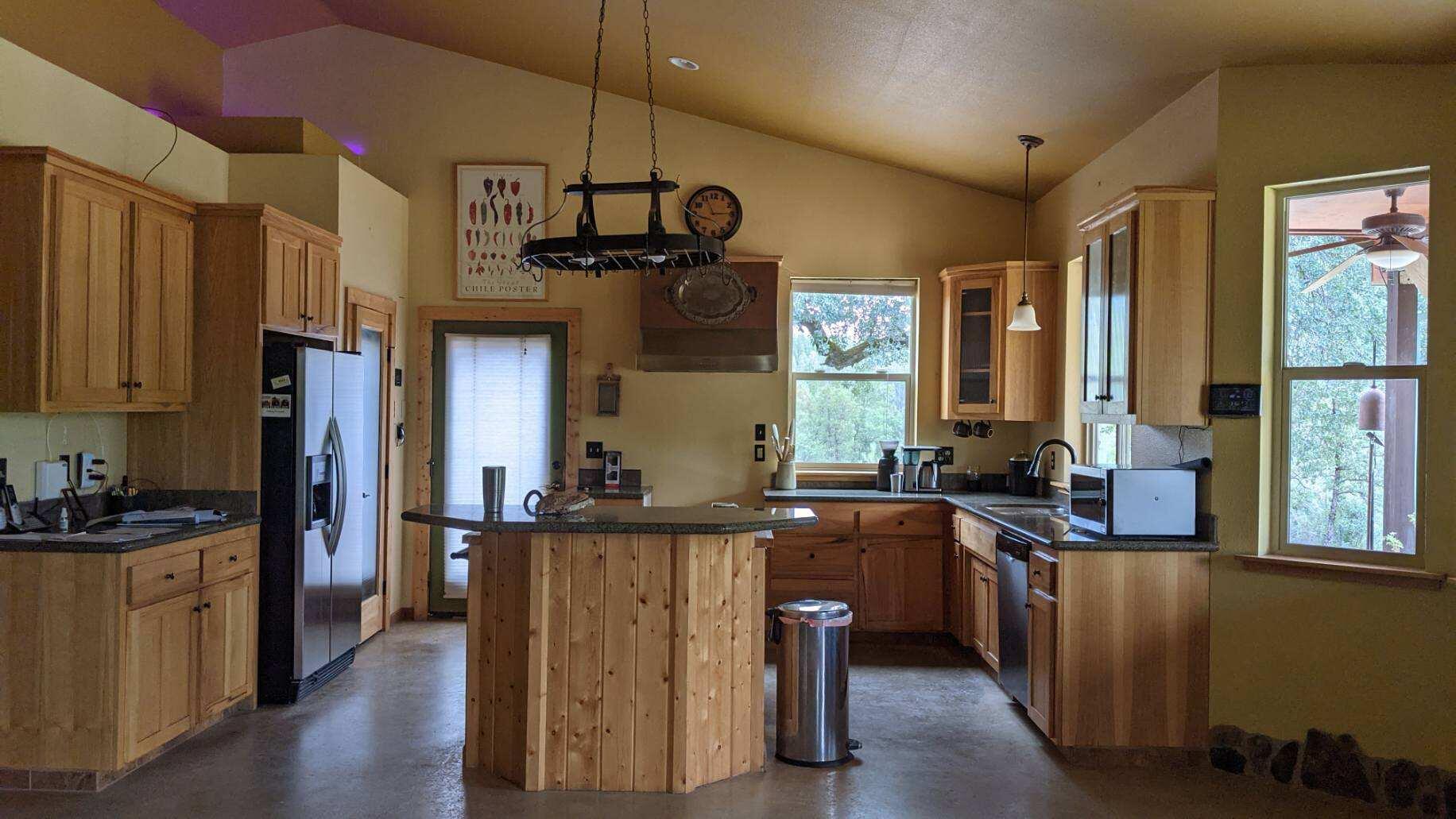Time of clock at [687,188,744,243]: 11:14
